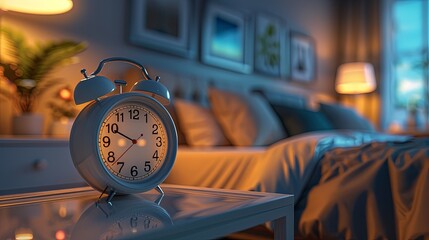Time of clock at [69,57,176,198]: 9:49
